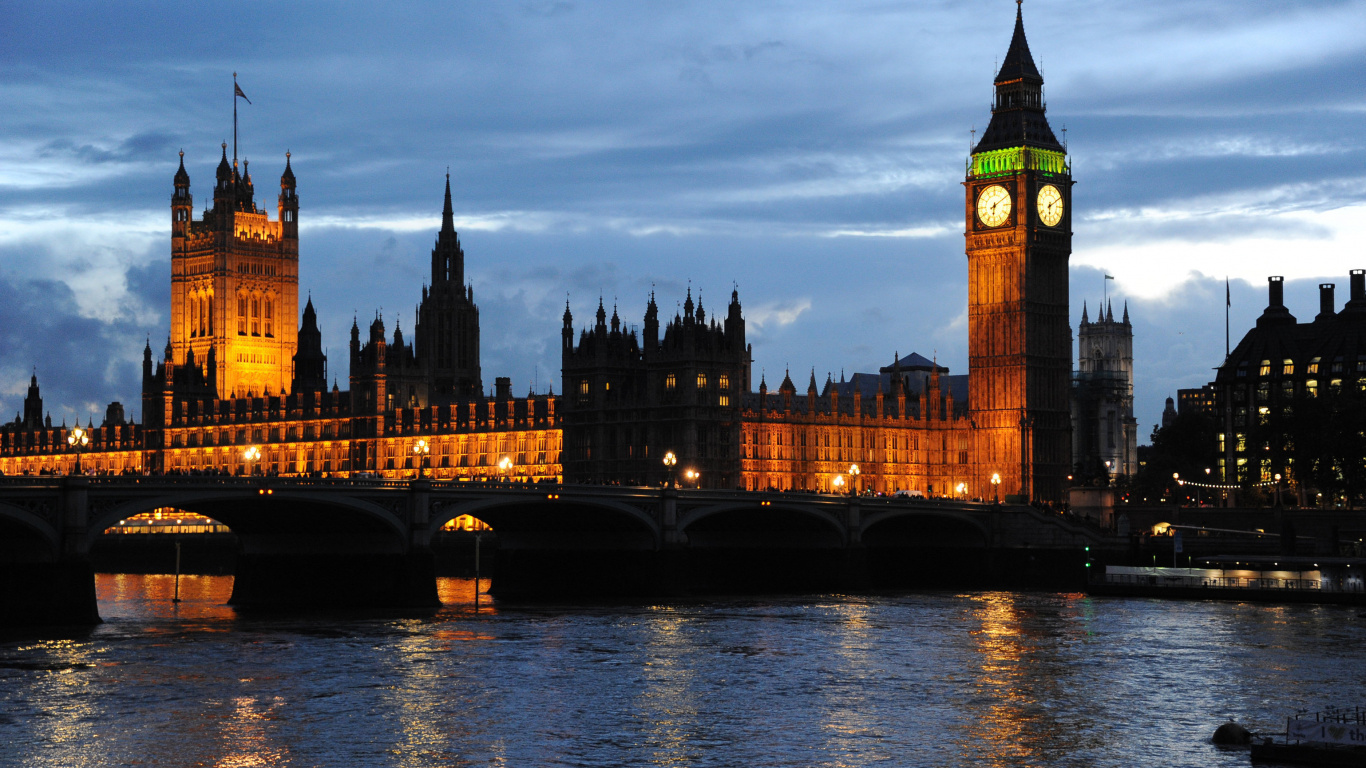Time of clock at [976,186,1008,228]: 6:10
